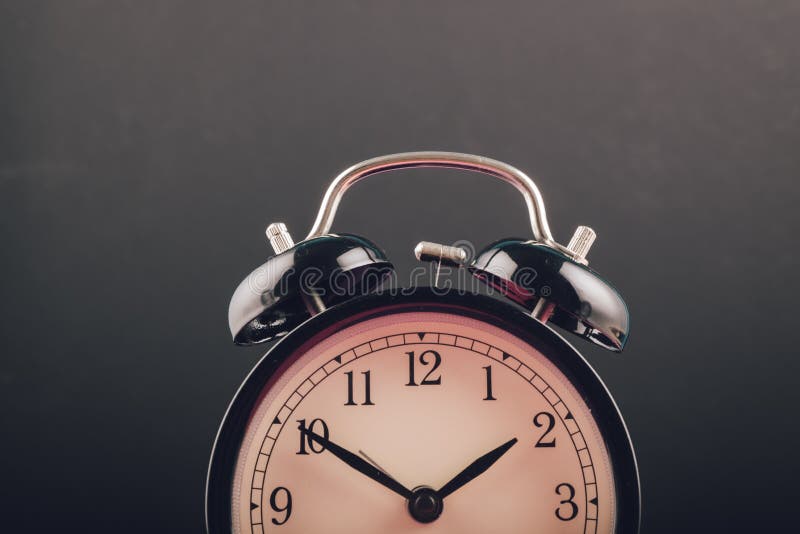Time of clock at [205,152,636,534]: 1:50
